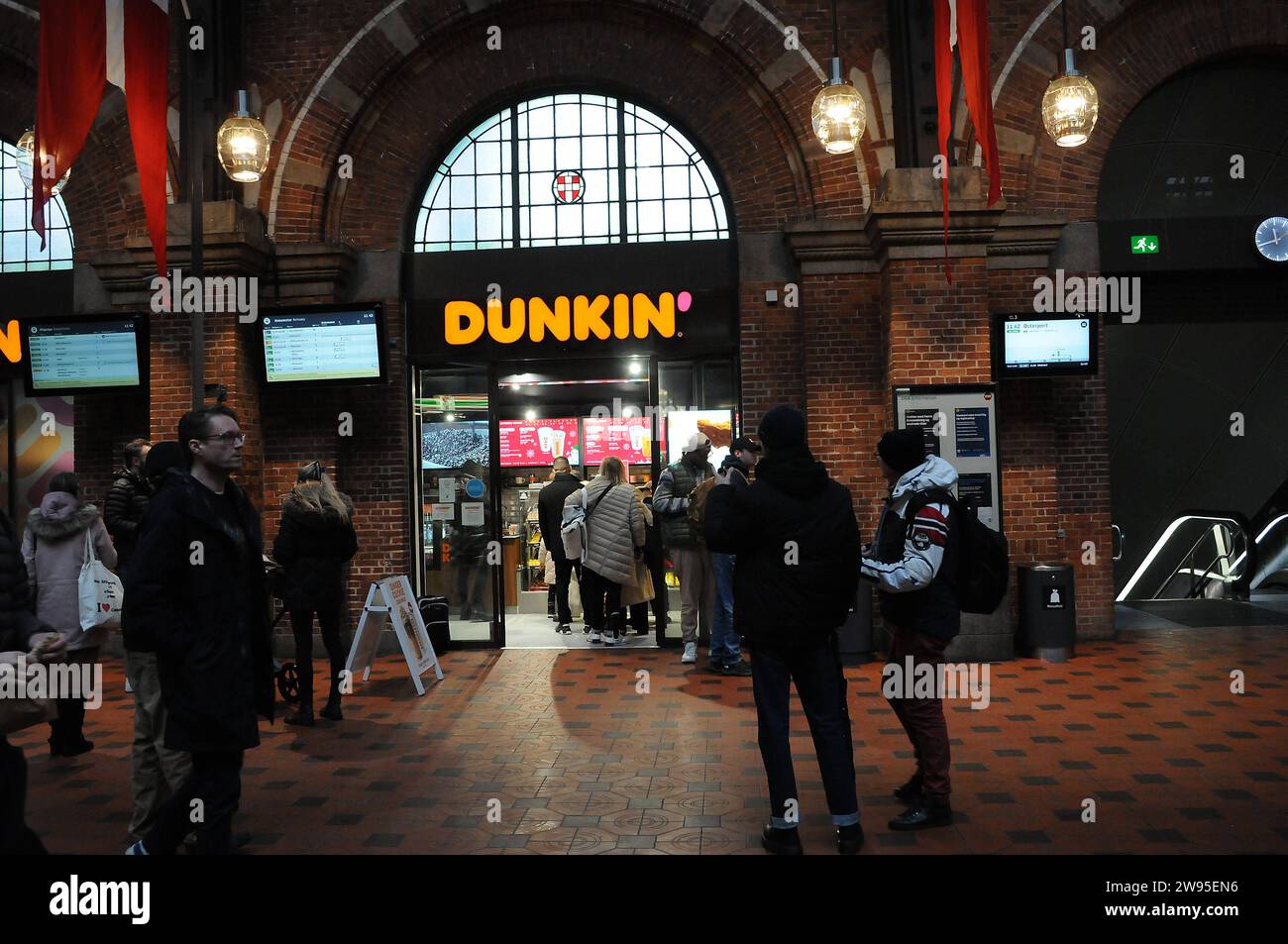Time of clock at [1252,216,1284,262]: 11:42
